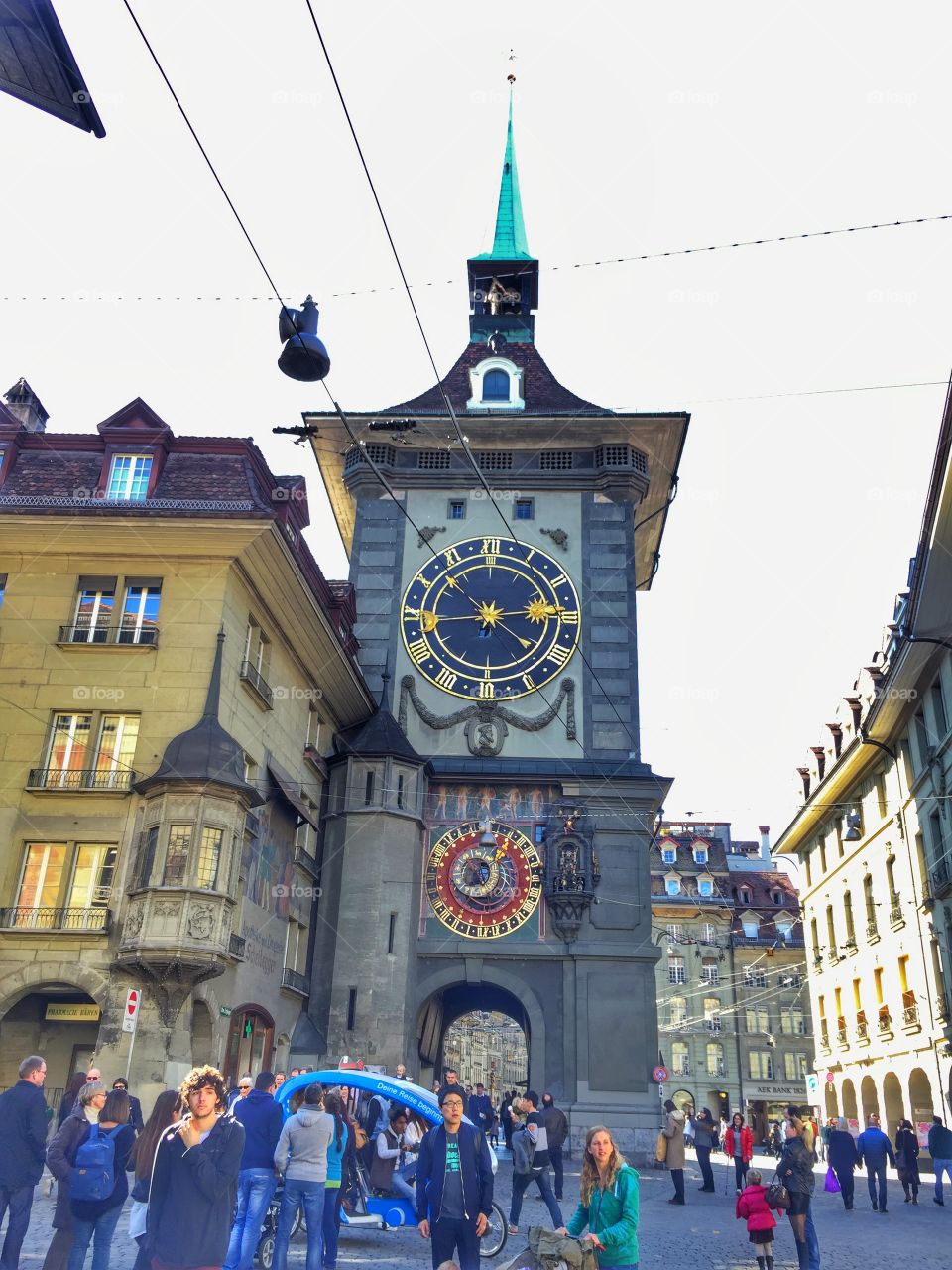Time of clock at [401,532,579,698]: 2:44
